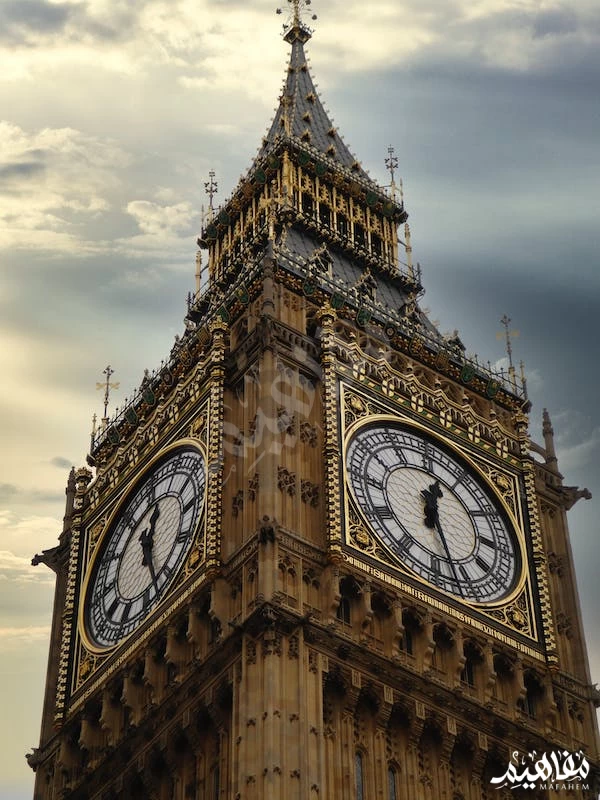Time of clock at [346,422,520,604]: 12:27
